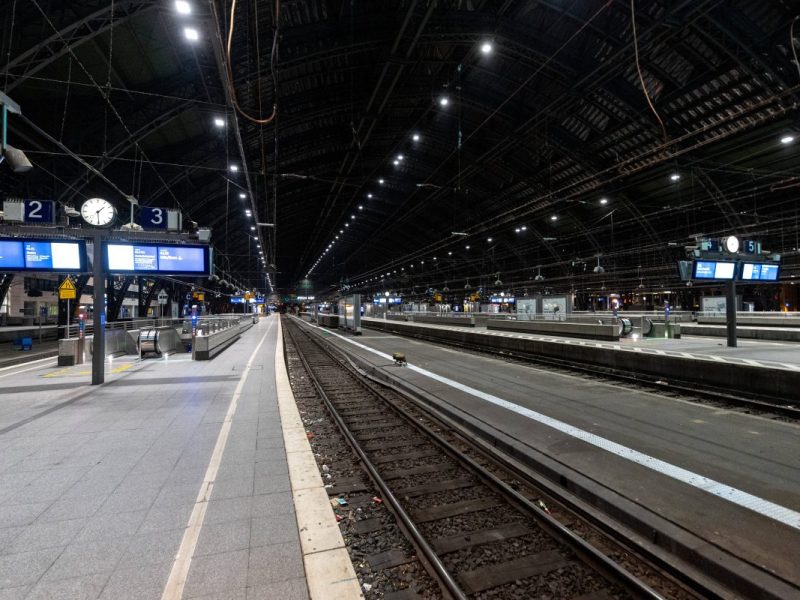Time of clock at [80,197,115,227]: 1:29
